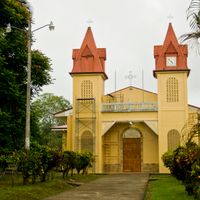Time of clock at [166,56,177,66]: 4:52
